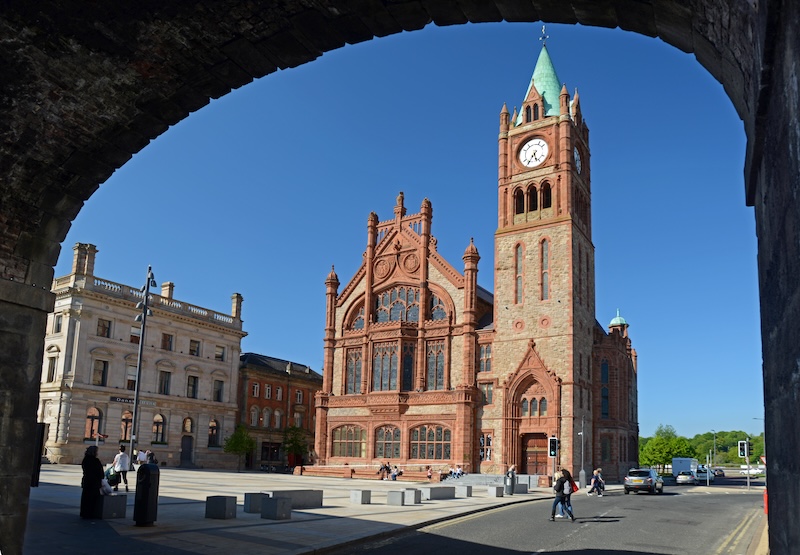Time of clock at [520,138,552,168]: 5:35
